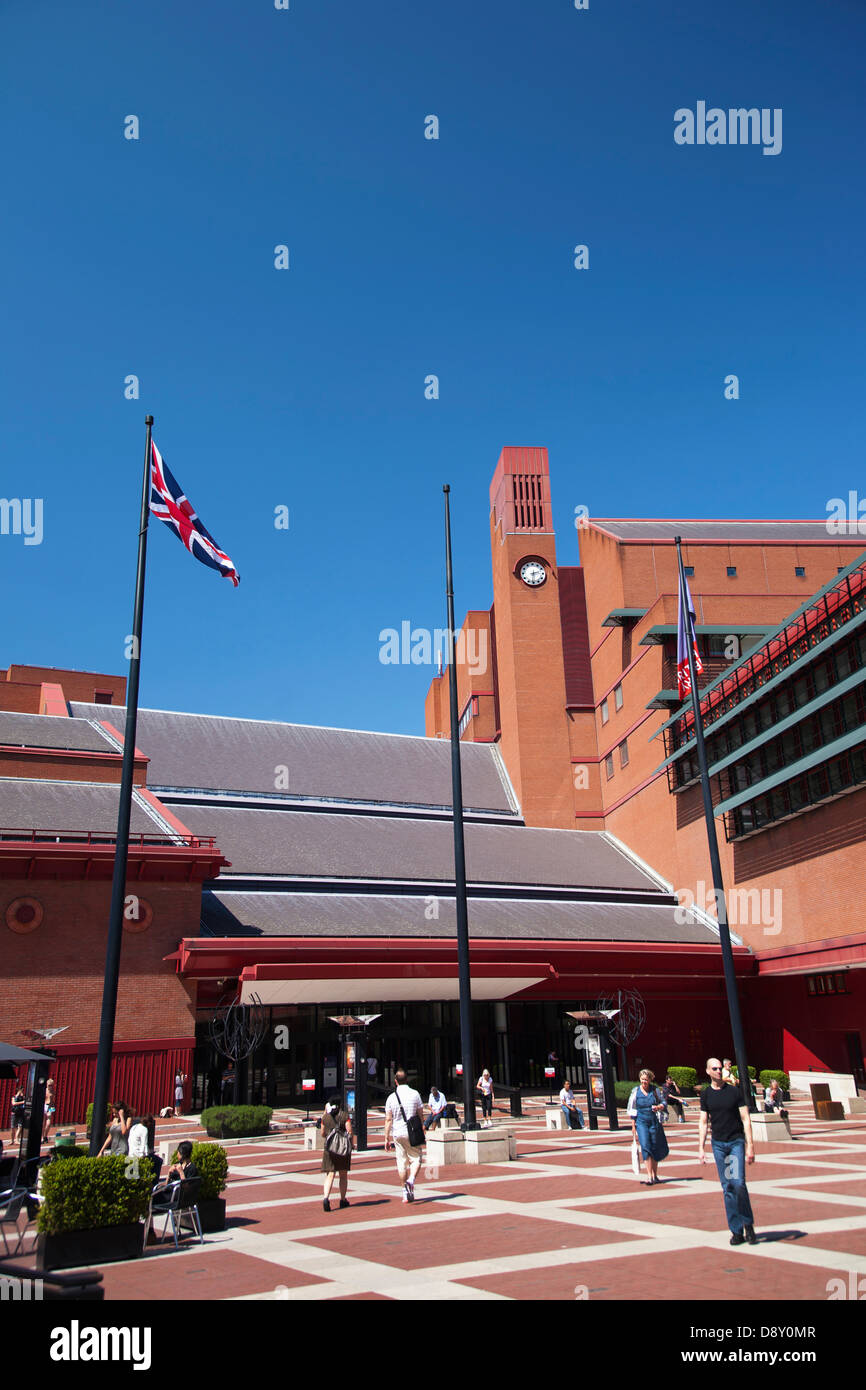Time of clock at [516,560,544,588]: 2:30
